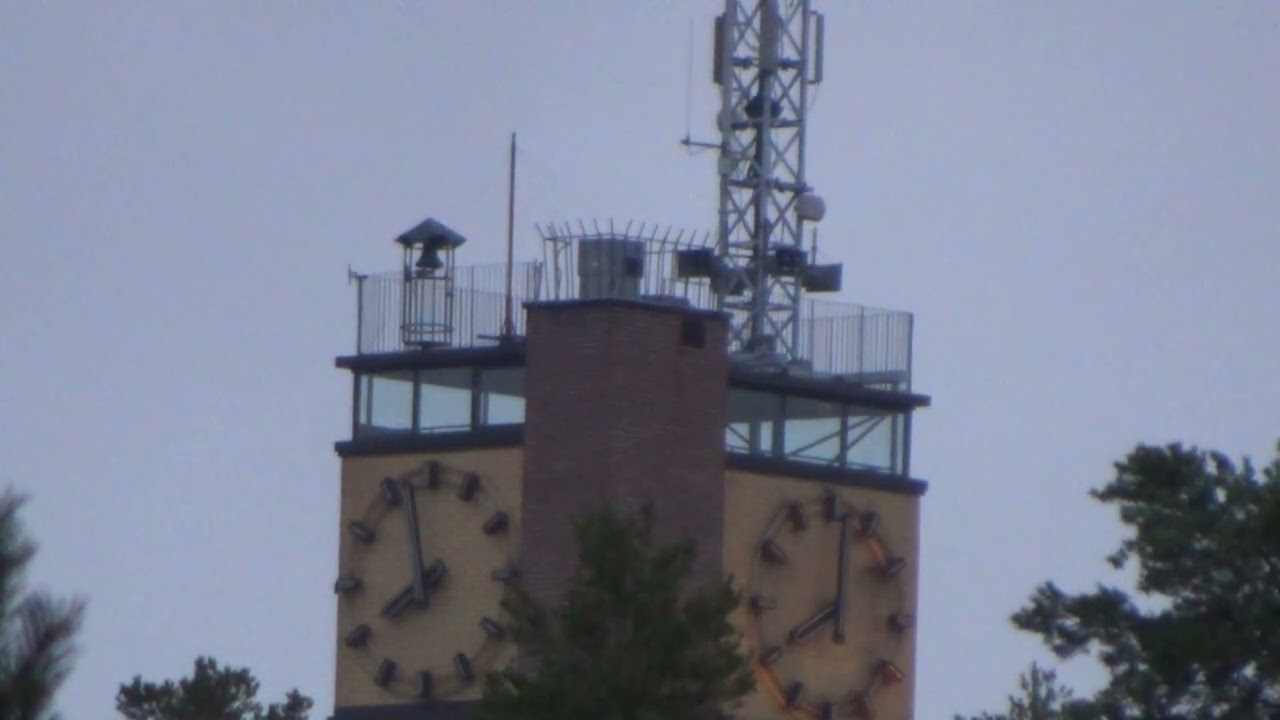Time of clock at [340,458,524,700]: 7:57
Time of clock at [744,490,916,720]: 8:01
